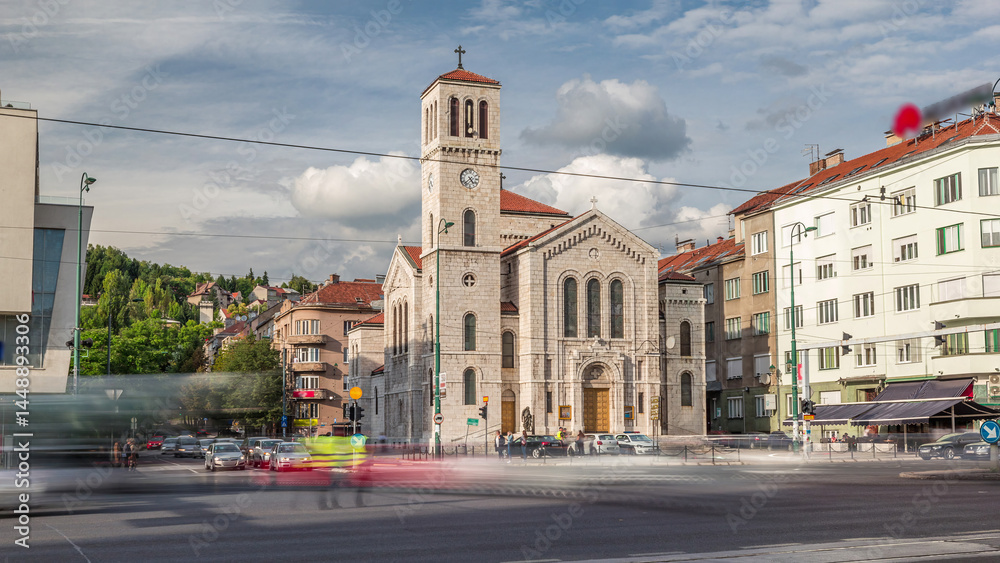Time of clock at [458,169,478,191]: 4:37
